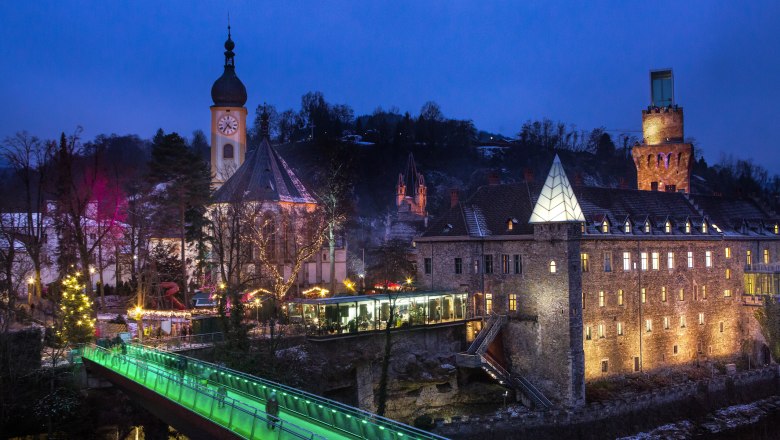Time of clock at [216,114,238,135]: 4:35
